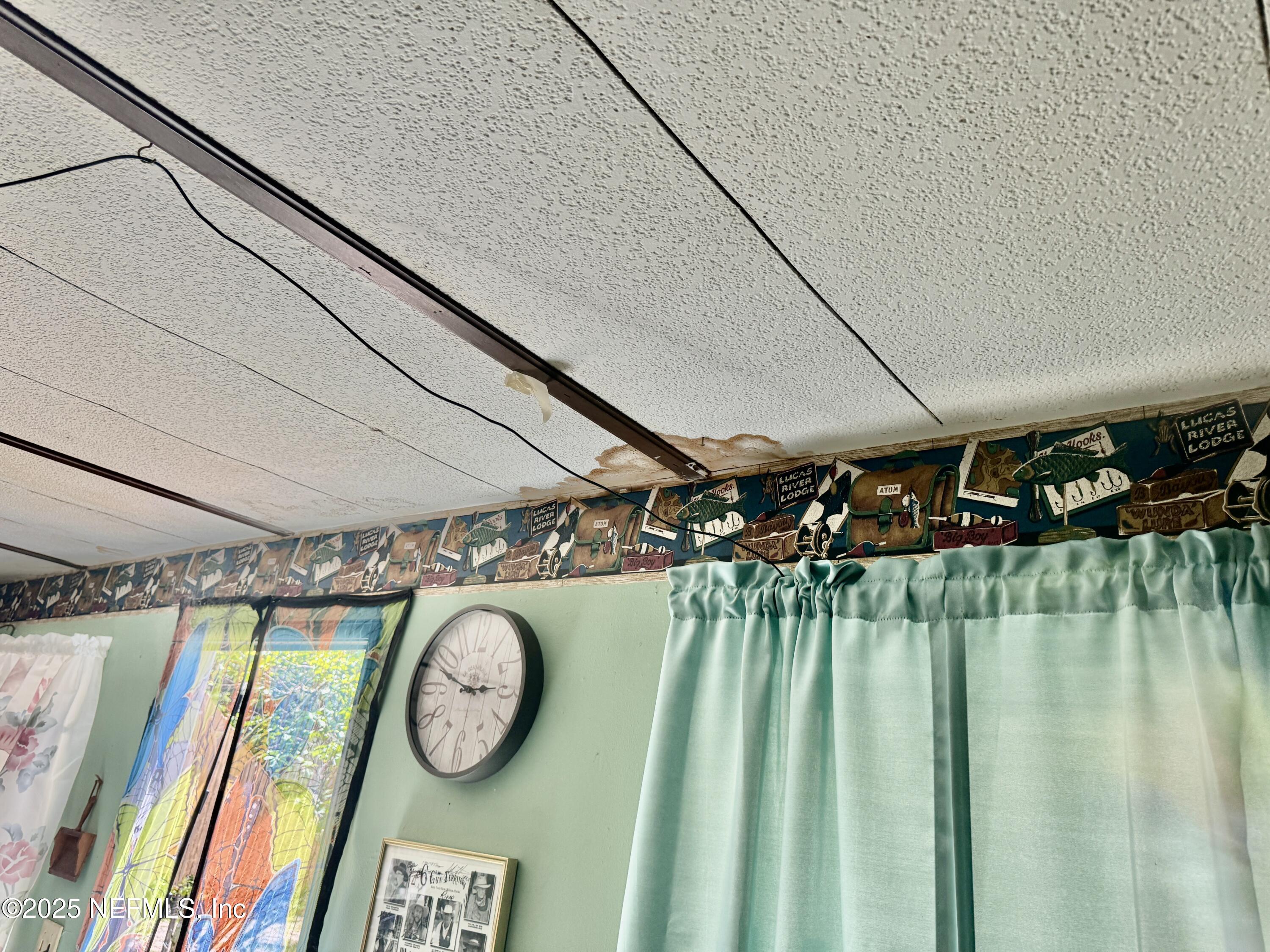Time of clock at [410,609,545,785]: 2:48
